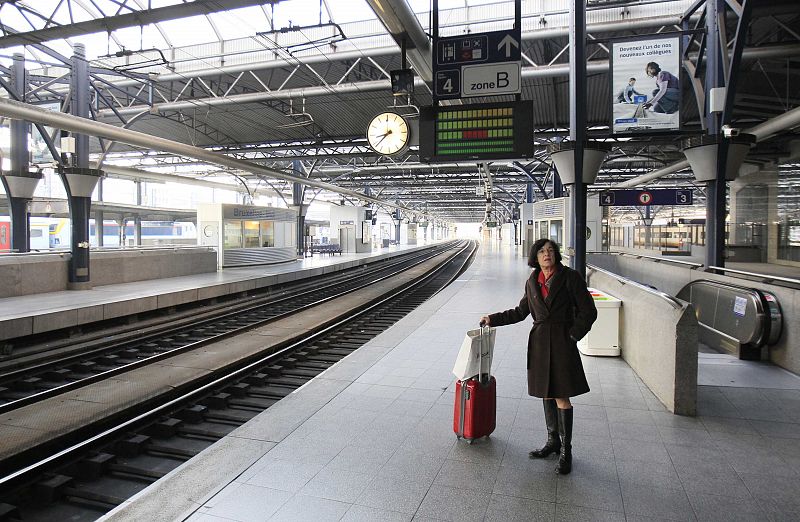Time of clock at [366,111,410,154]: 8:38
